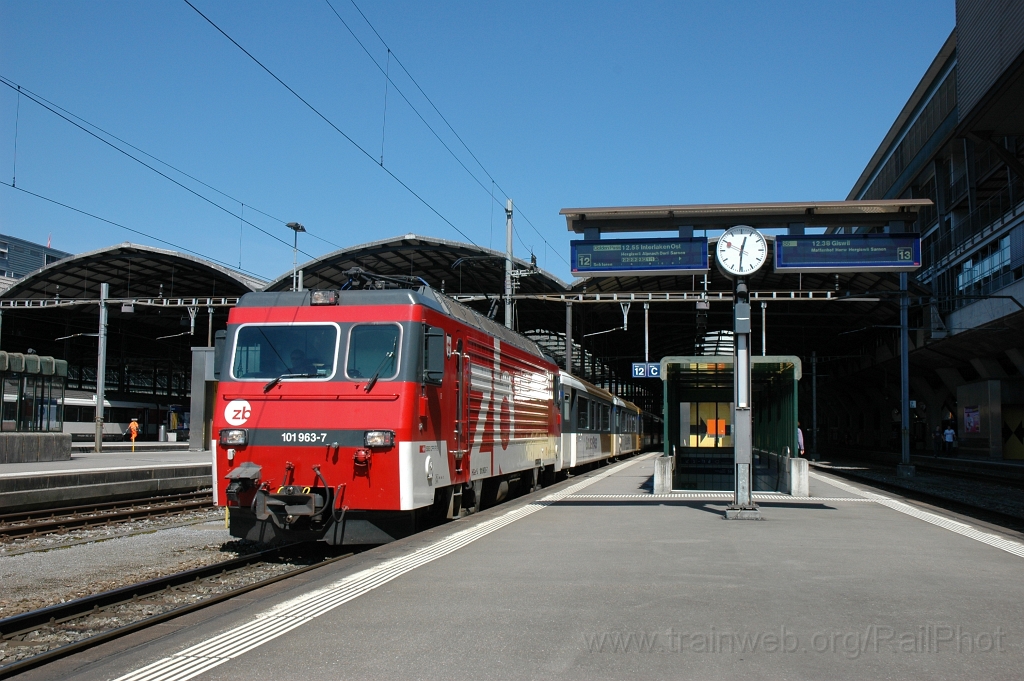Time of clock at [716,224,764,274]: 12:30
